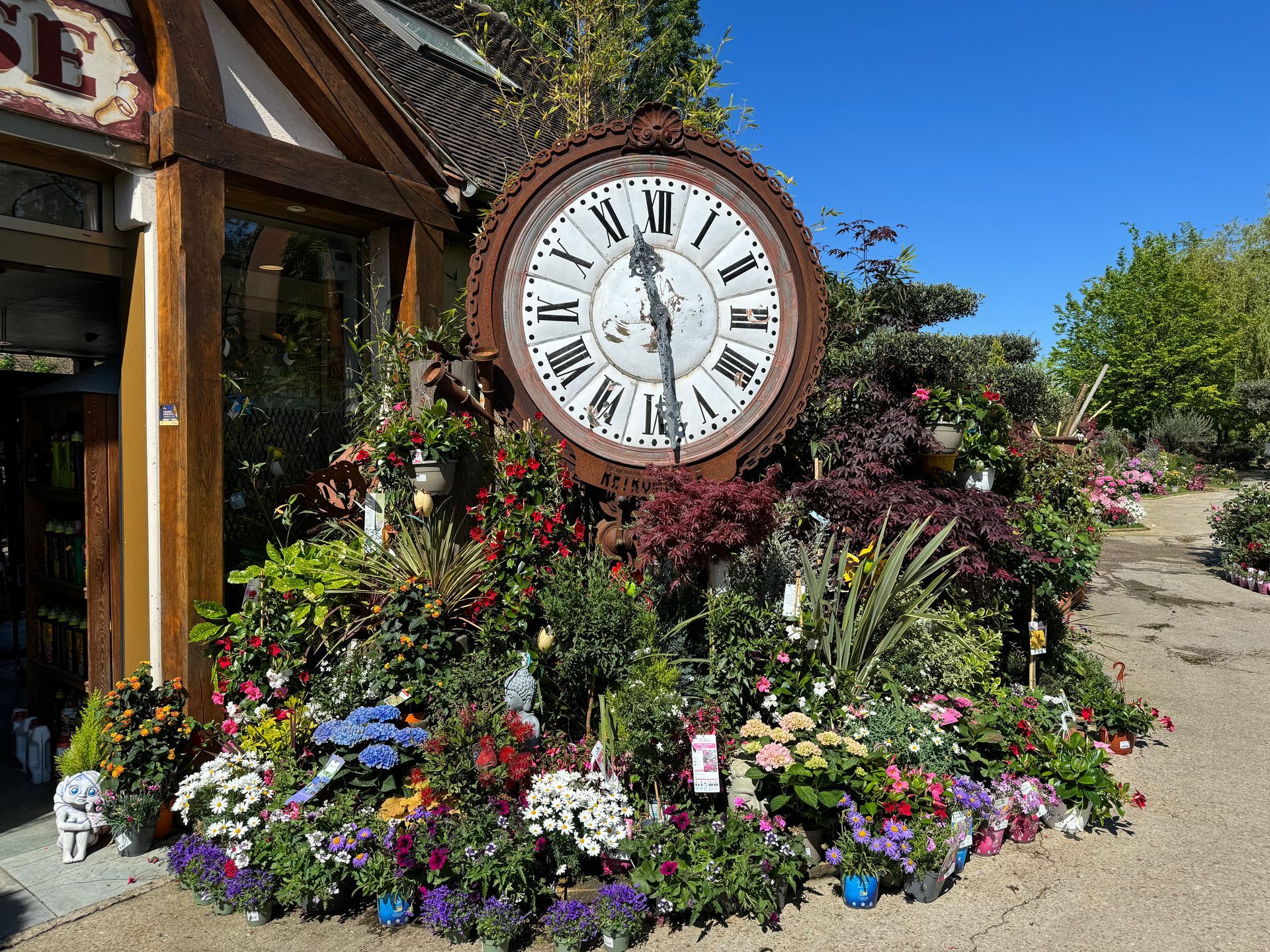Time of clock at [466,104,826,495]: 11:28
